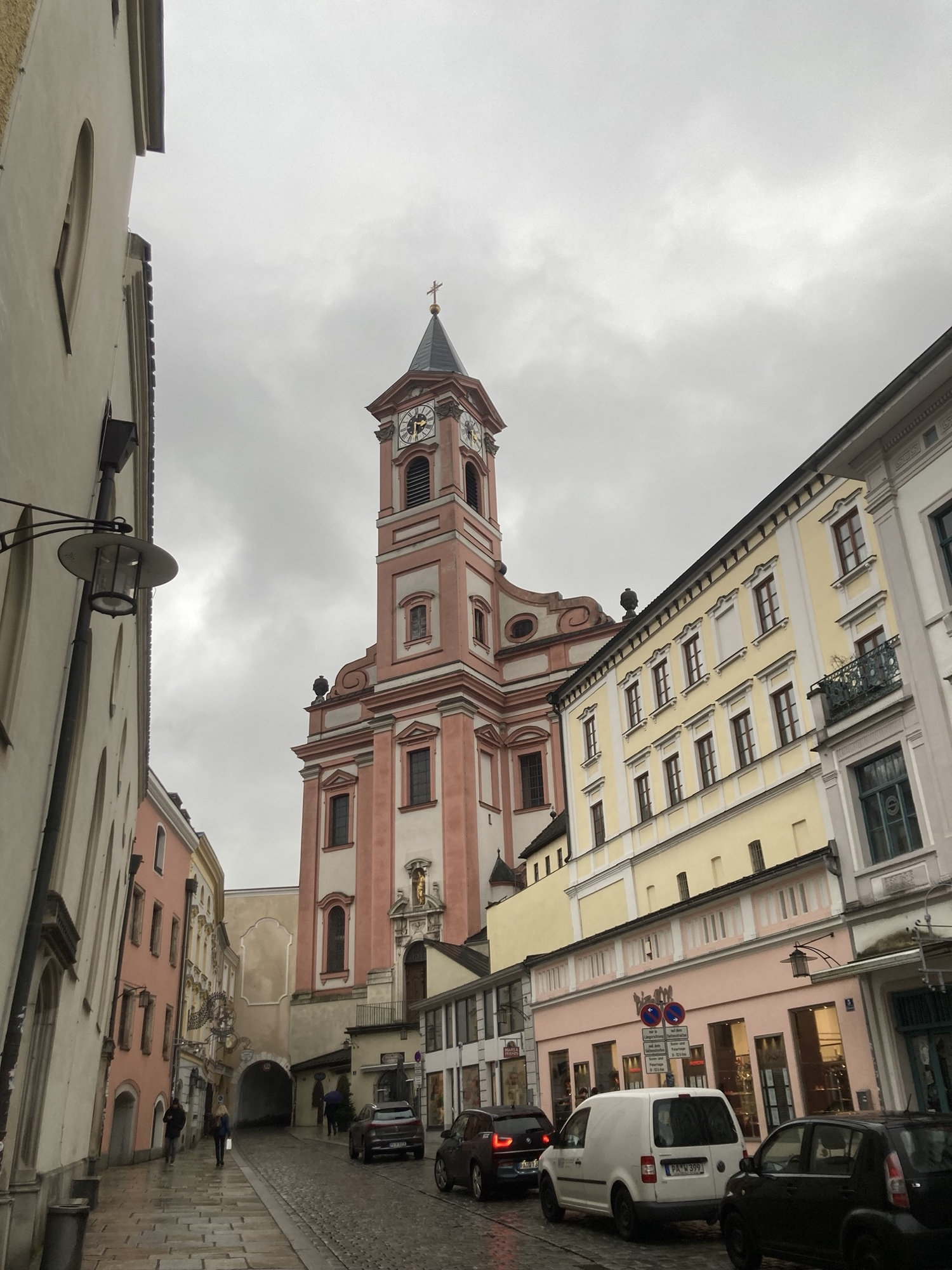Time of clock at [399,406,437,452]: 3:30
